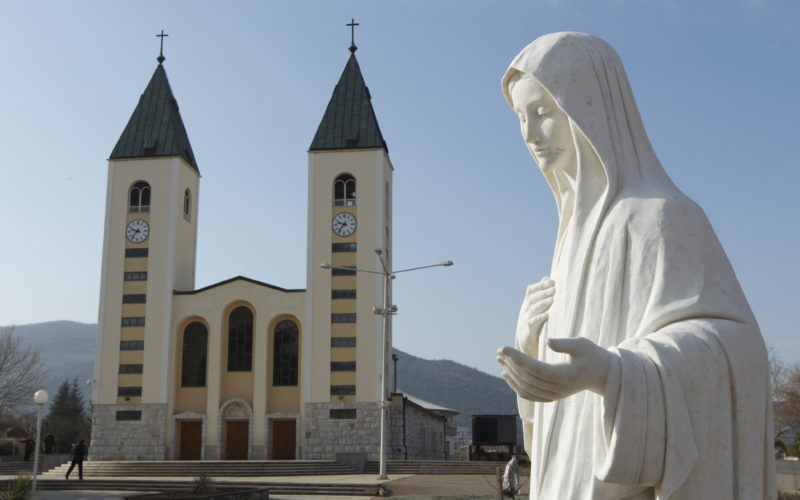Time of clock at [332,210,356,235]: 9:36
